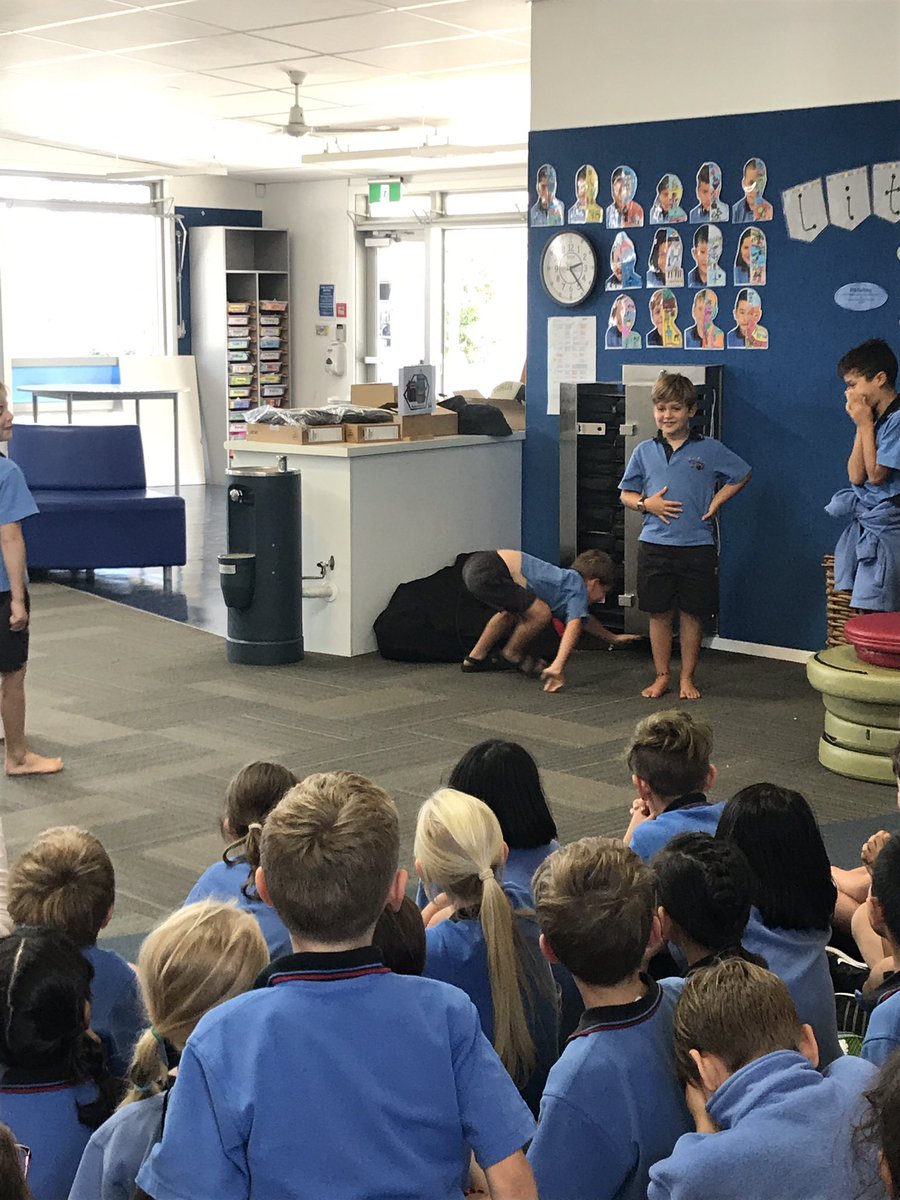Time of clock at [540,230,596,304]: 2:23
